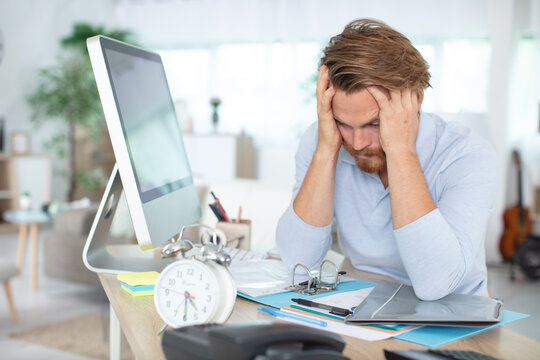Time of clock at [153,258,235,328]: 4:29
